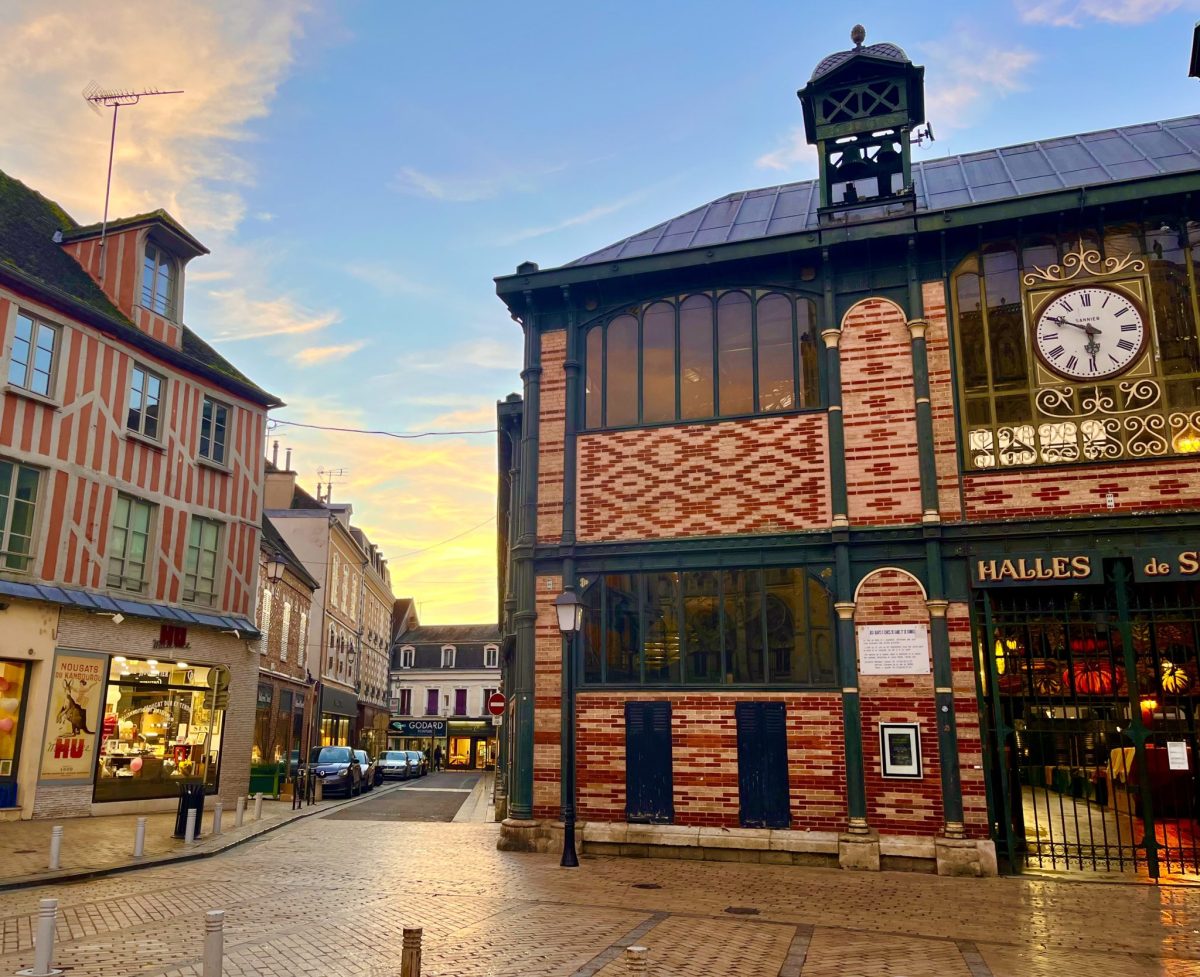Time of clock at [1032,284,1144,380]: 5:49
